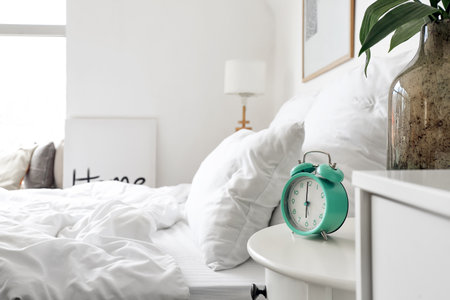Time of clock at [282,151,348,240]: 5:59
